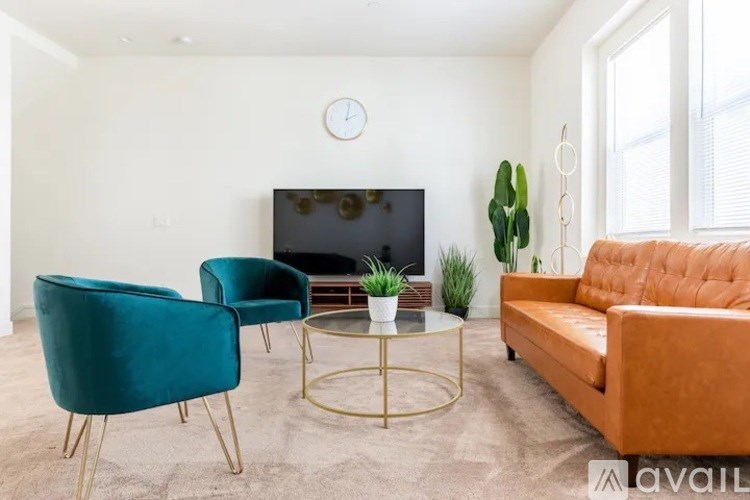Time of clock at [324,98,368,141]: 2:01
